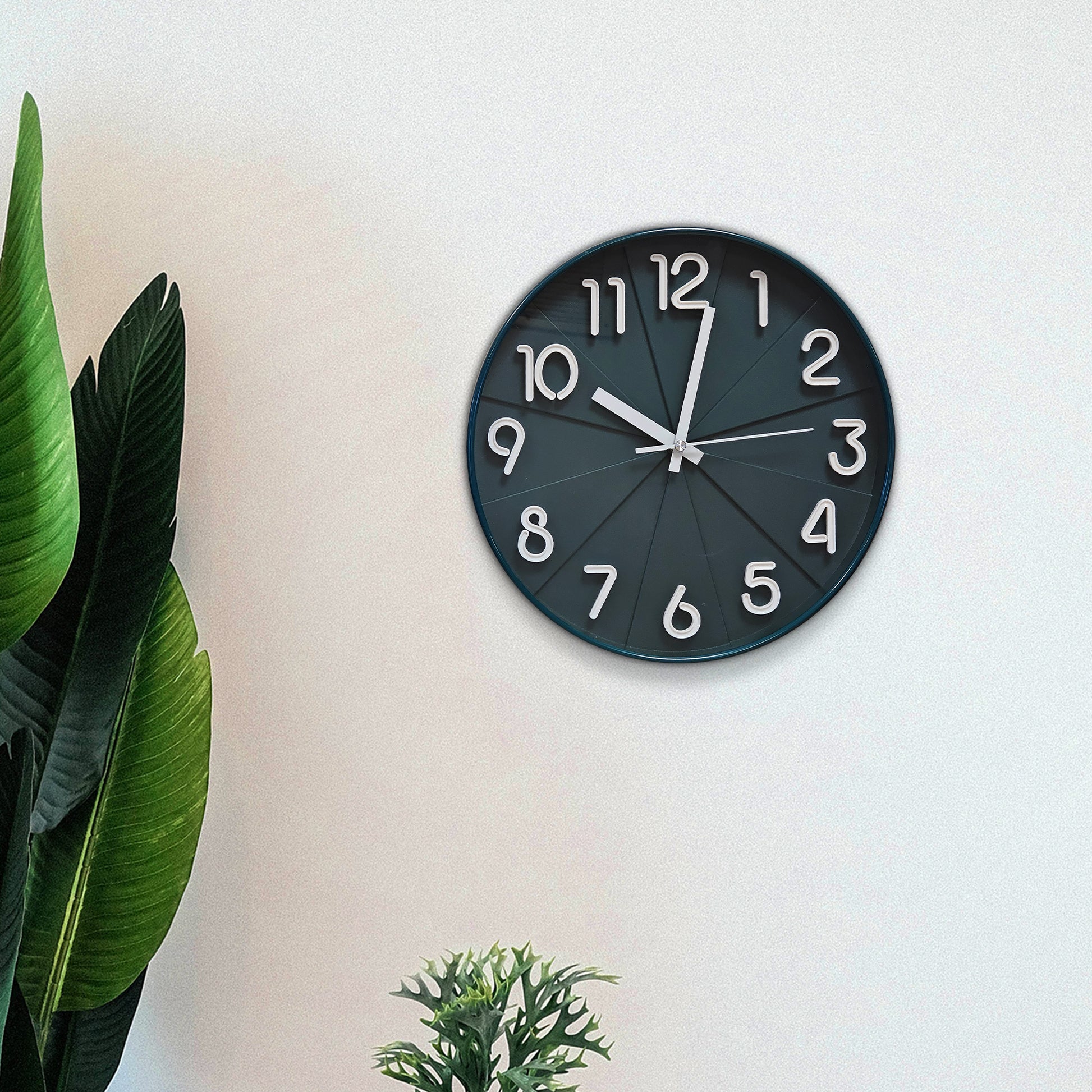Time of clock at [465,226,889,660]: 10:02
